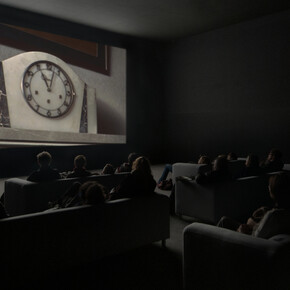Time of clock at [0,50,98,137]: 11:02
